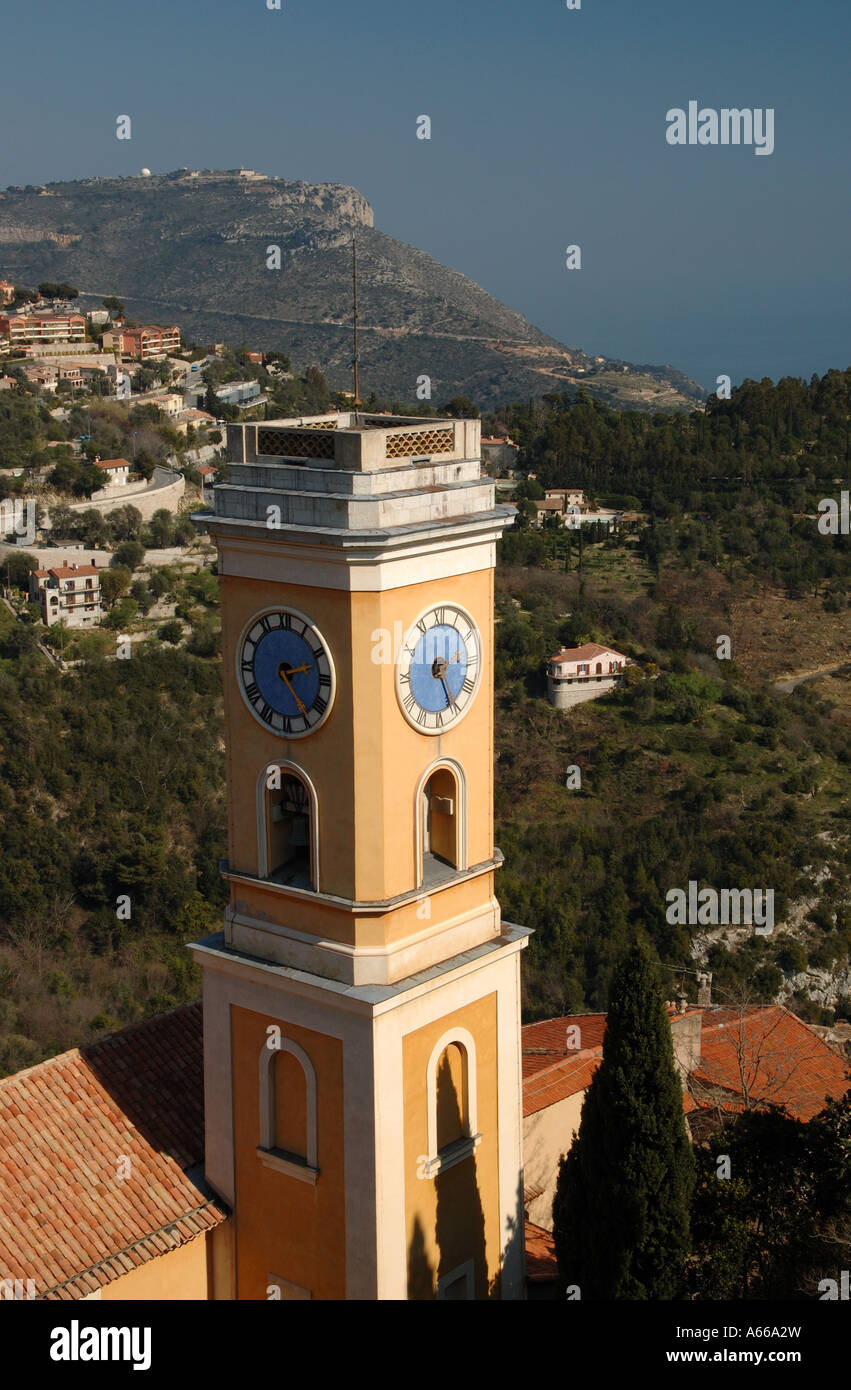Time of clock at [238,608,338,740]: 2:24
